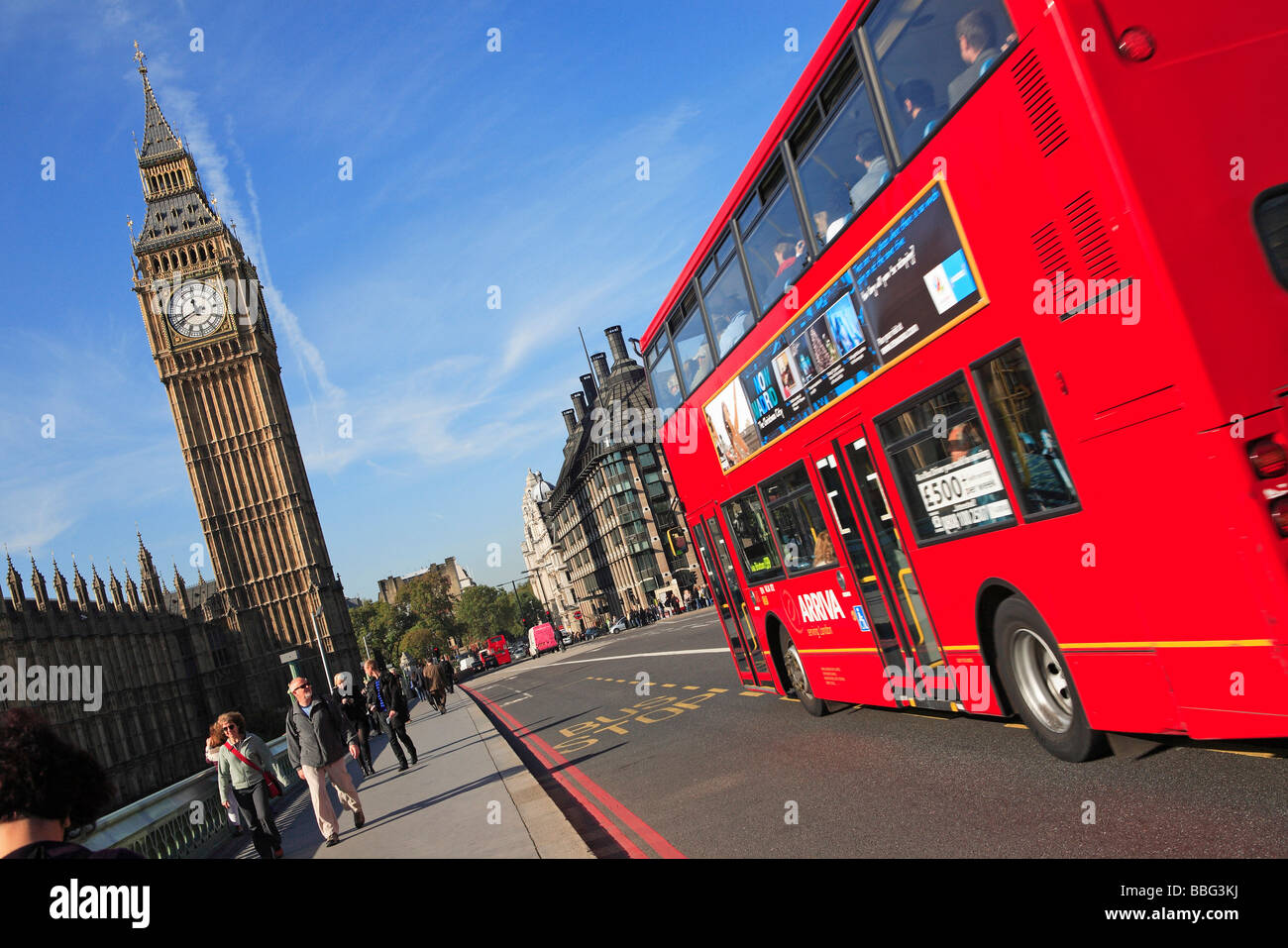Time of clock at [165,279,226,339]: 11:41
